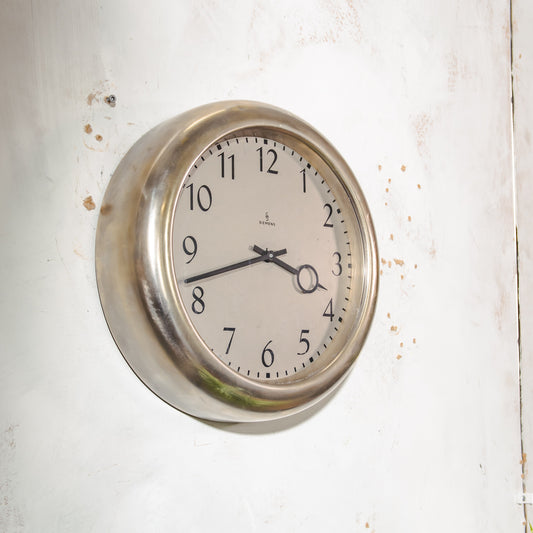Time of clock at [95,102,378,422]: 3:41
